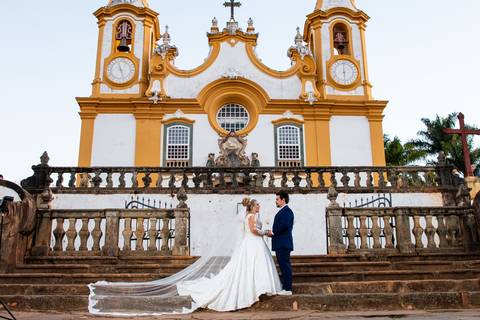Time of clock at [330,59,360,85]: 6:00
